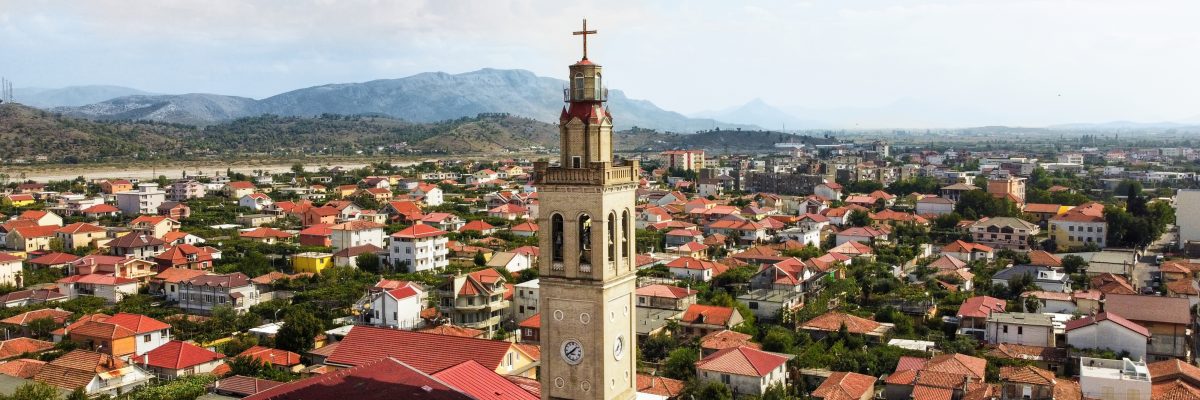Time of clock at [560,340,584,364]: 1:39
